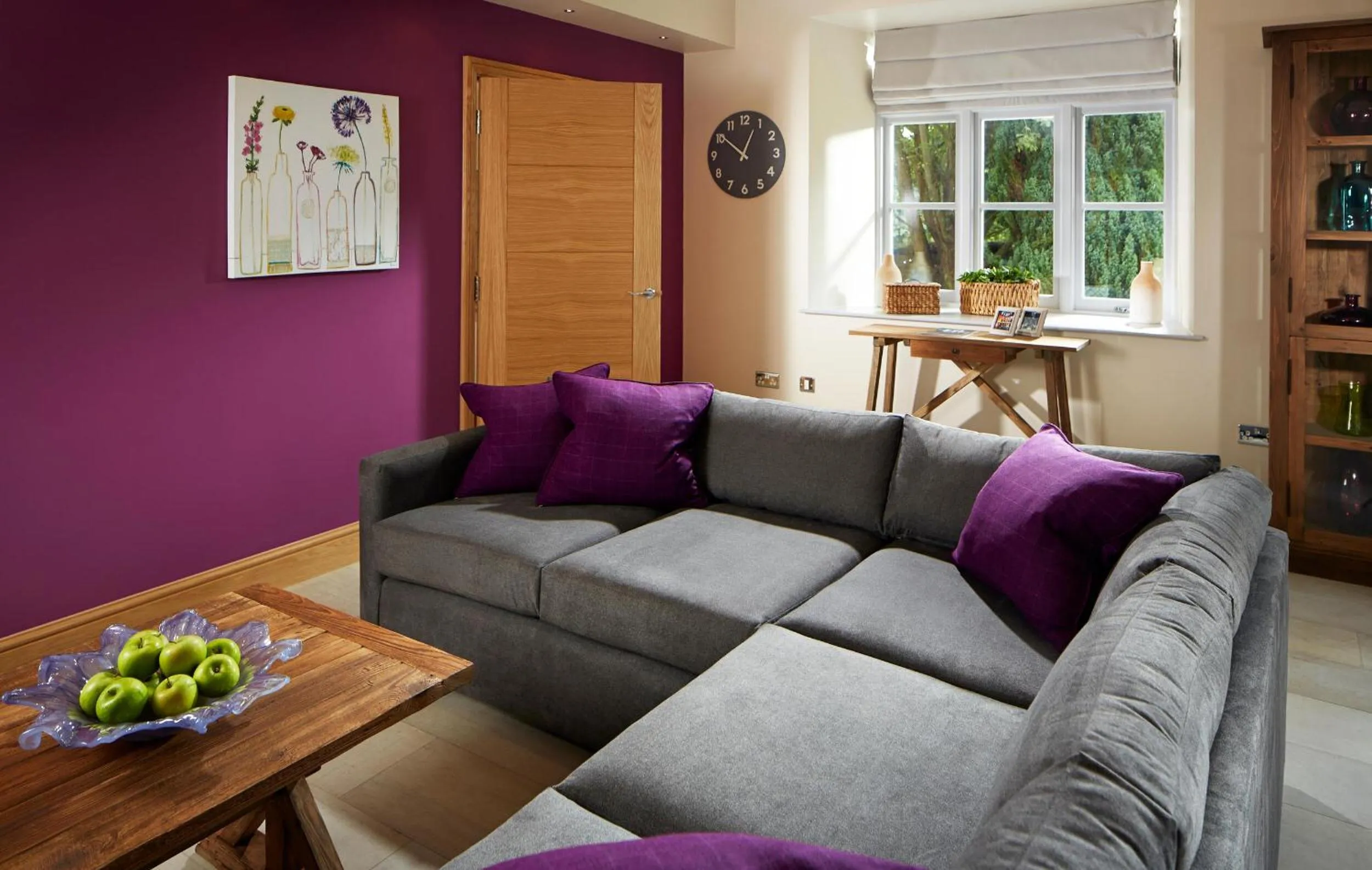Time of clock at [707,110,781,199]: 12:50
